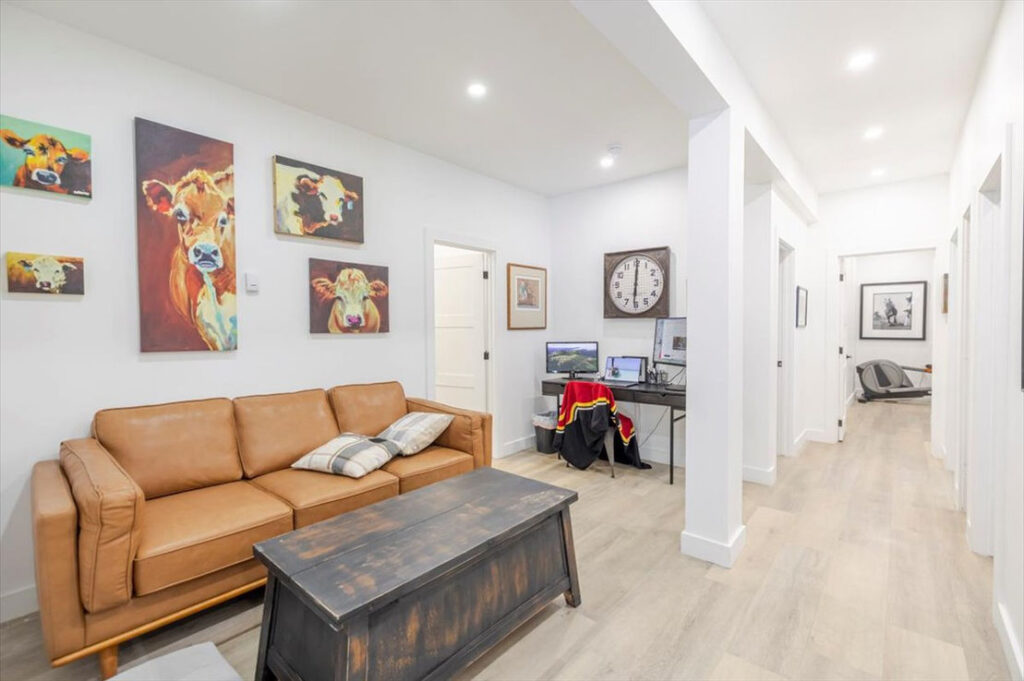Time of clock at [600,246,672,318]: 6:00
